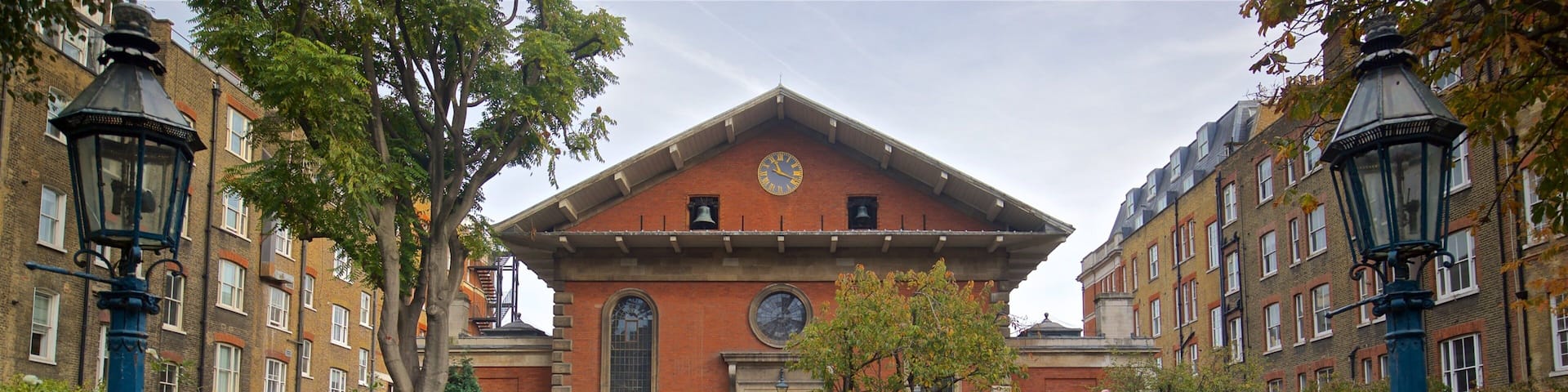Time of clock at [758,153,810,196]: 11:18
